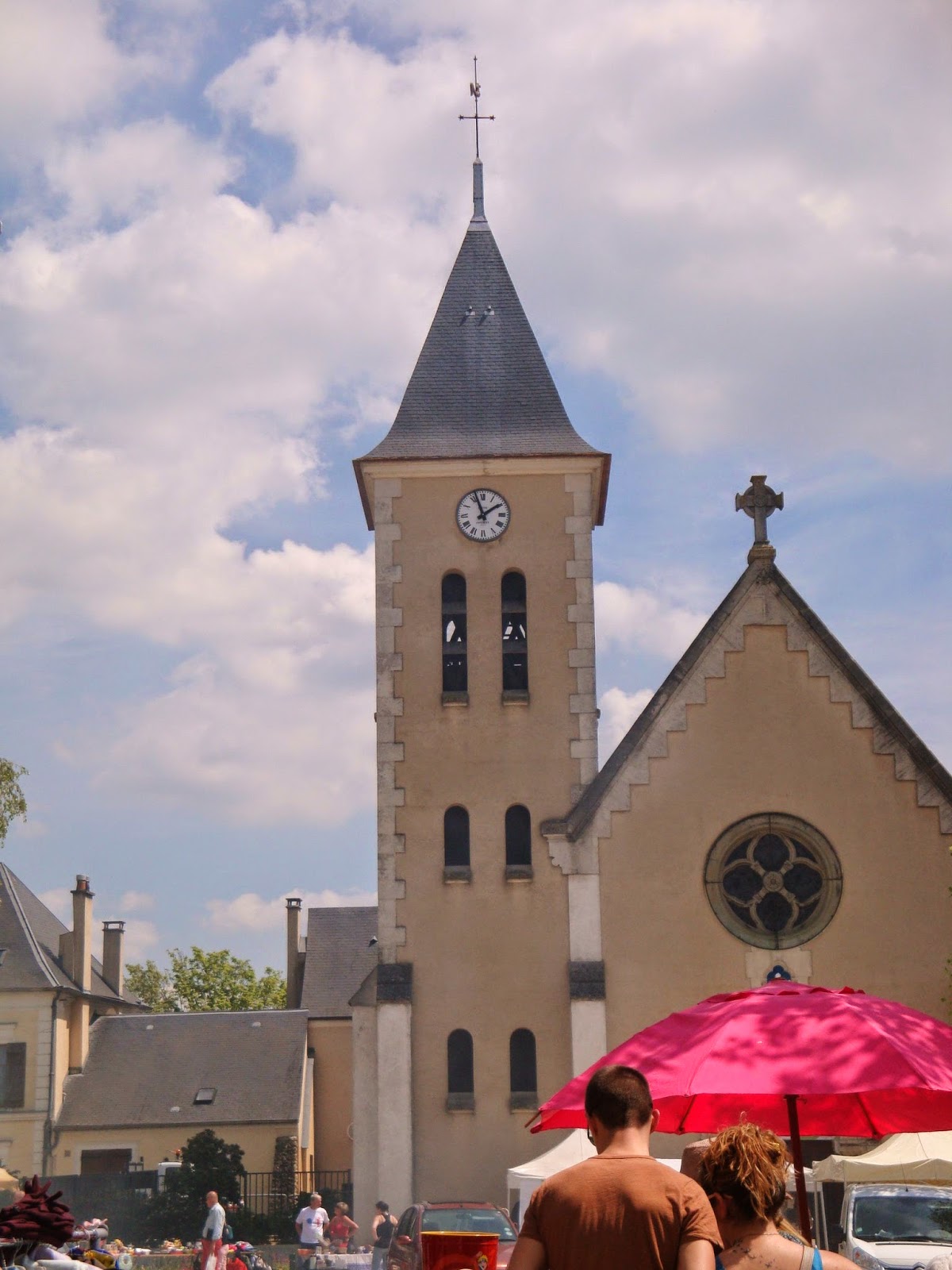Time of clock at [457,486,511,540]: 1:56
